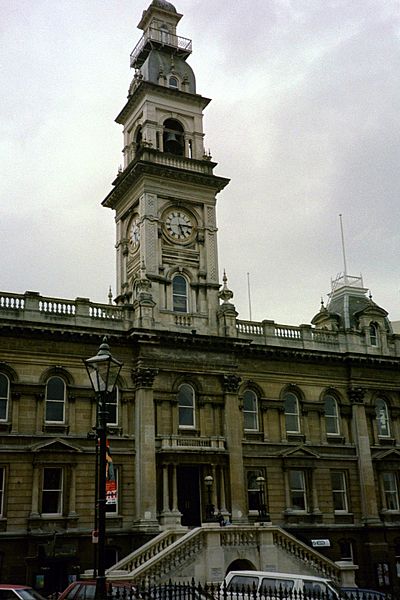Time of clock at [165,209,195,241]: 5:14
